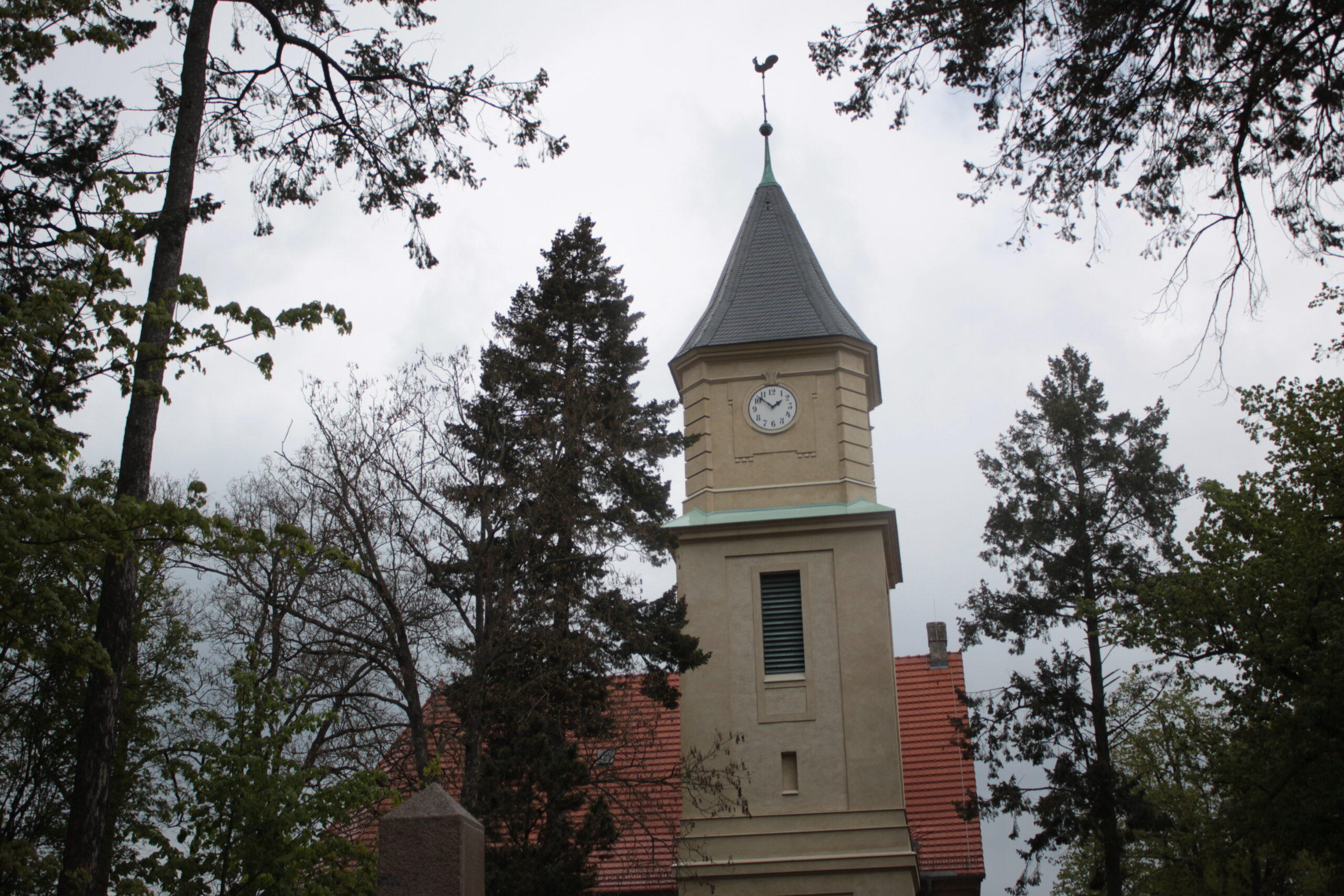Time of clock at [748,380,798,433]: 1:52
